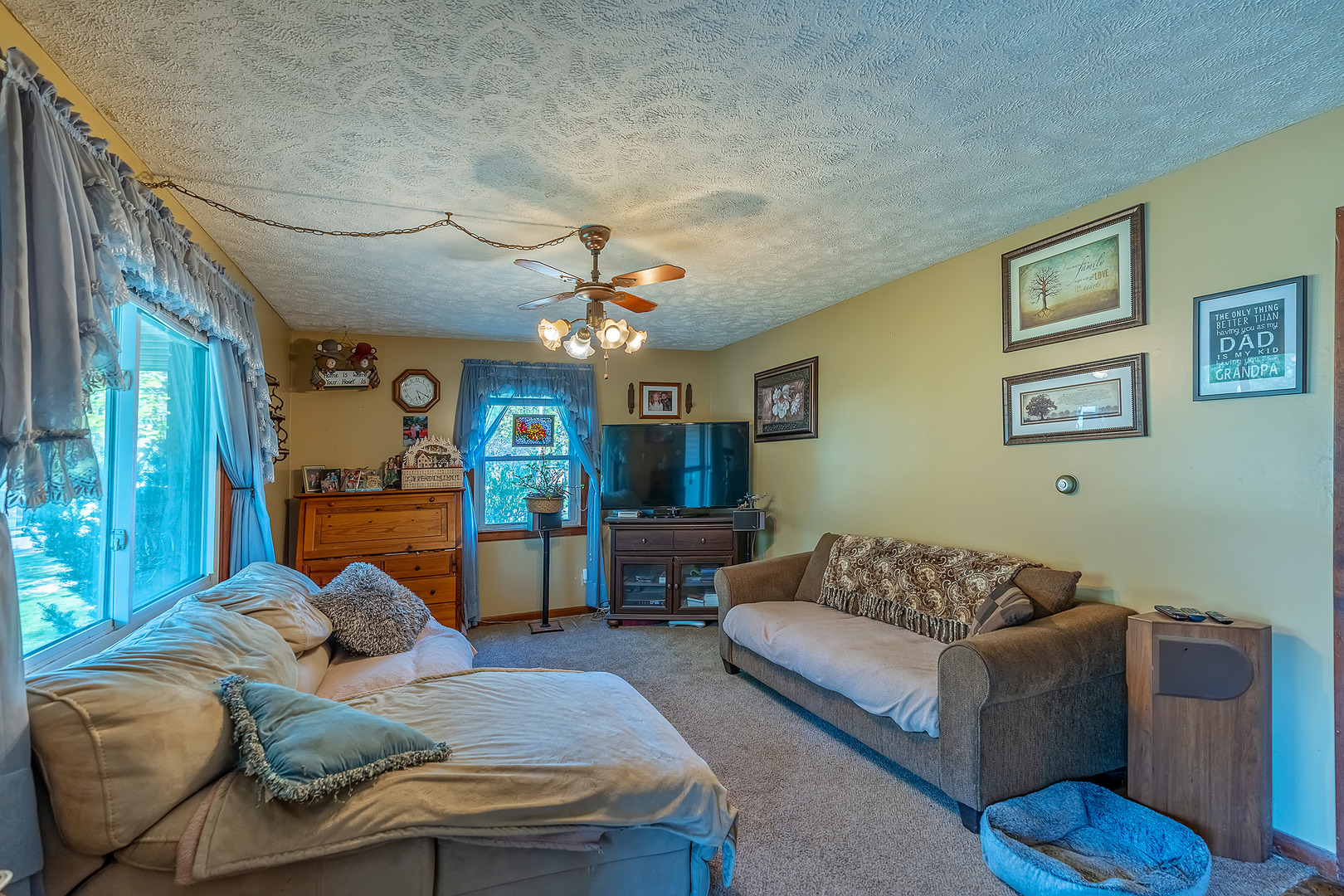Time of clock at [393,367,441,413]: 5:19
